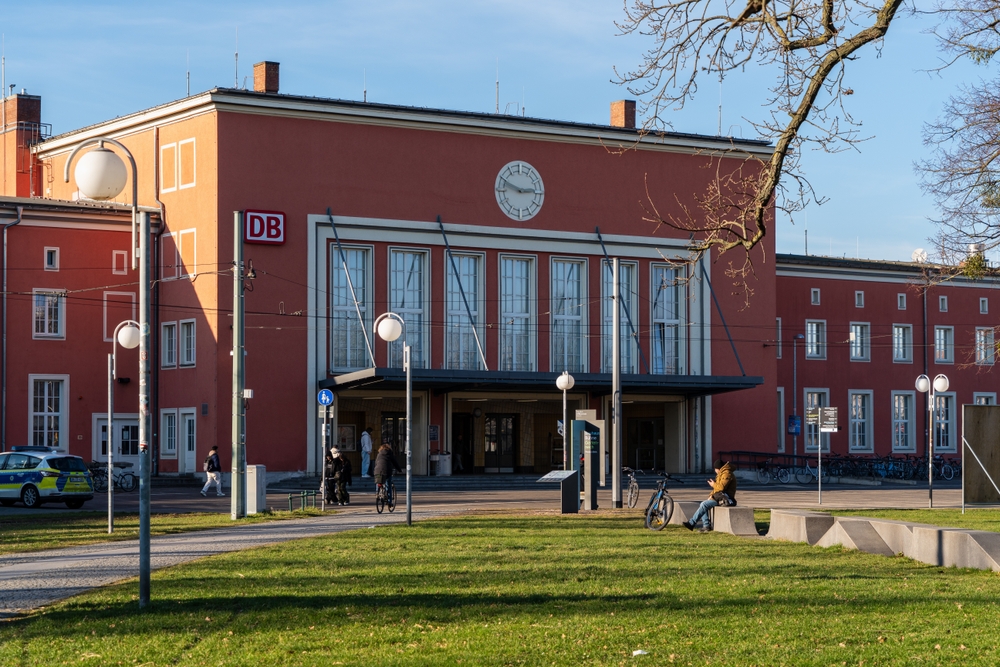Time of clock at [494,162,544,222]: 2:48
